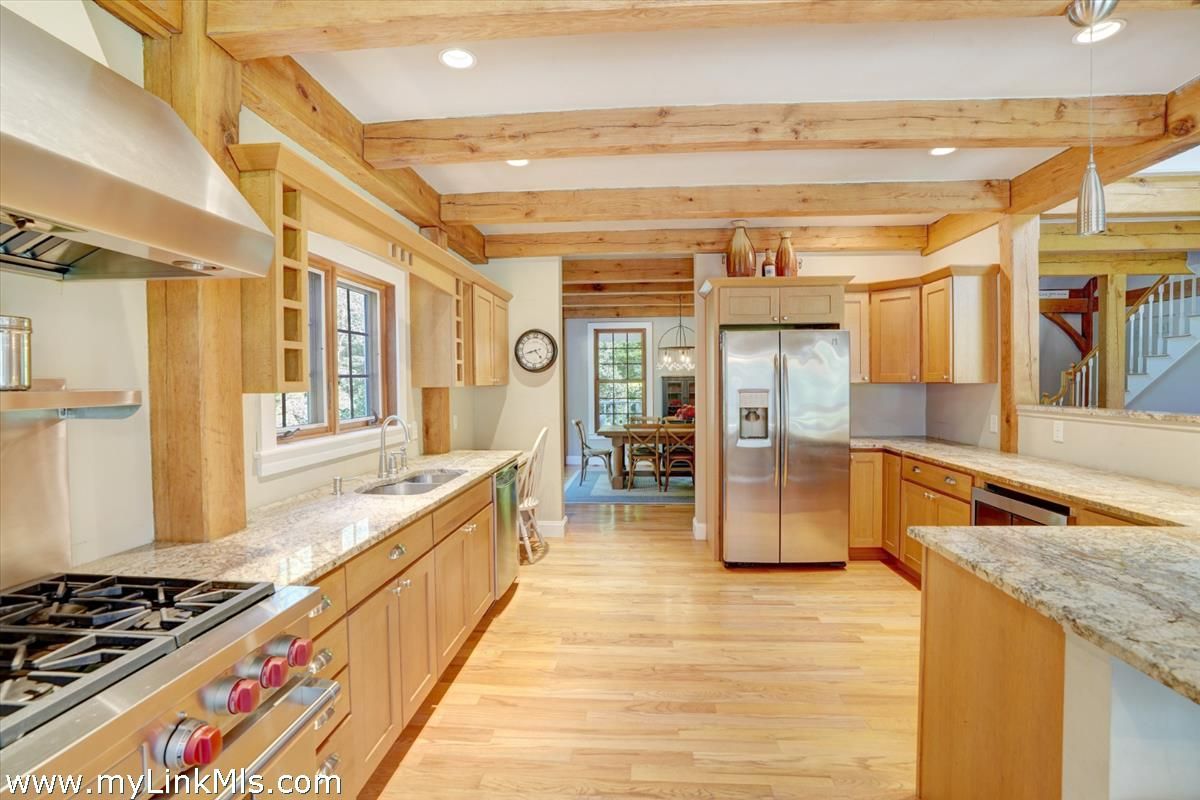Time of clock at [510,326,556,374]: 8:23
